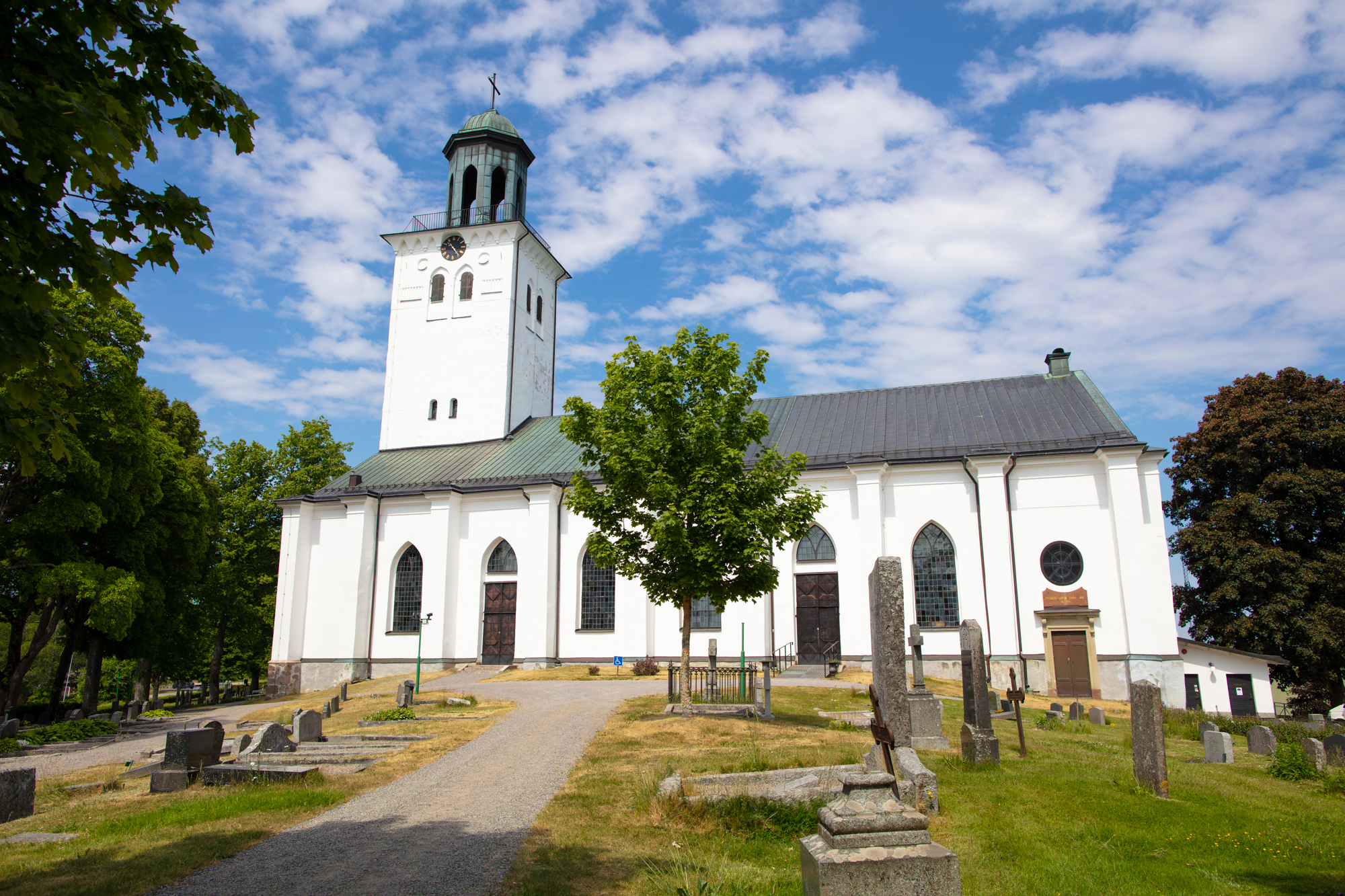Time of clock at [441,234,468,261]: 10:23
